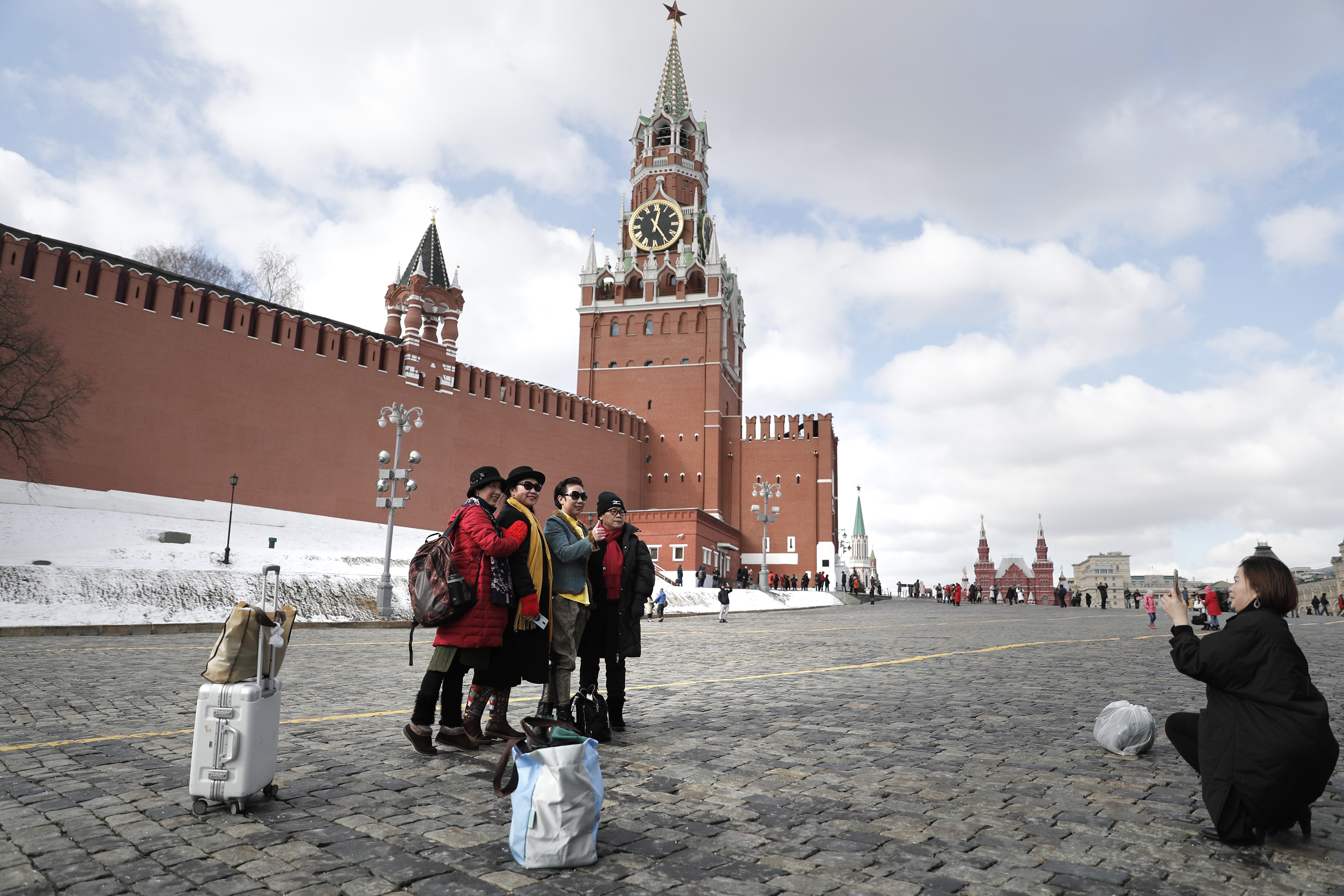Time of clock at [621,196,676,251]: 12:24
